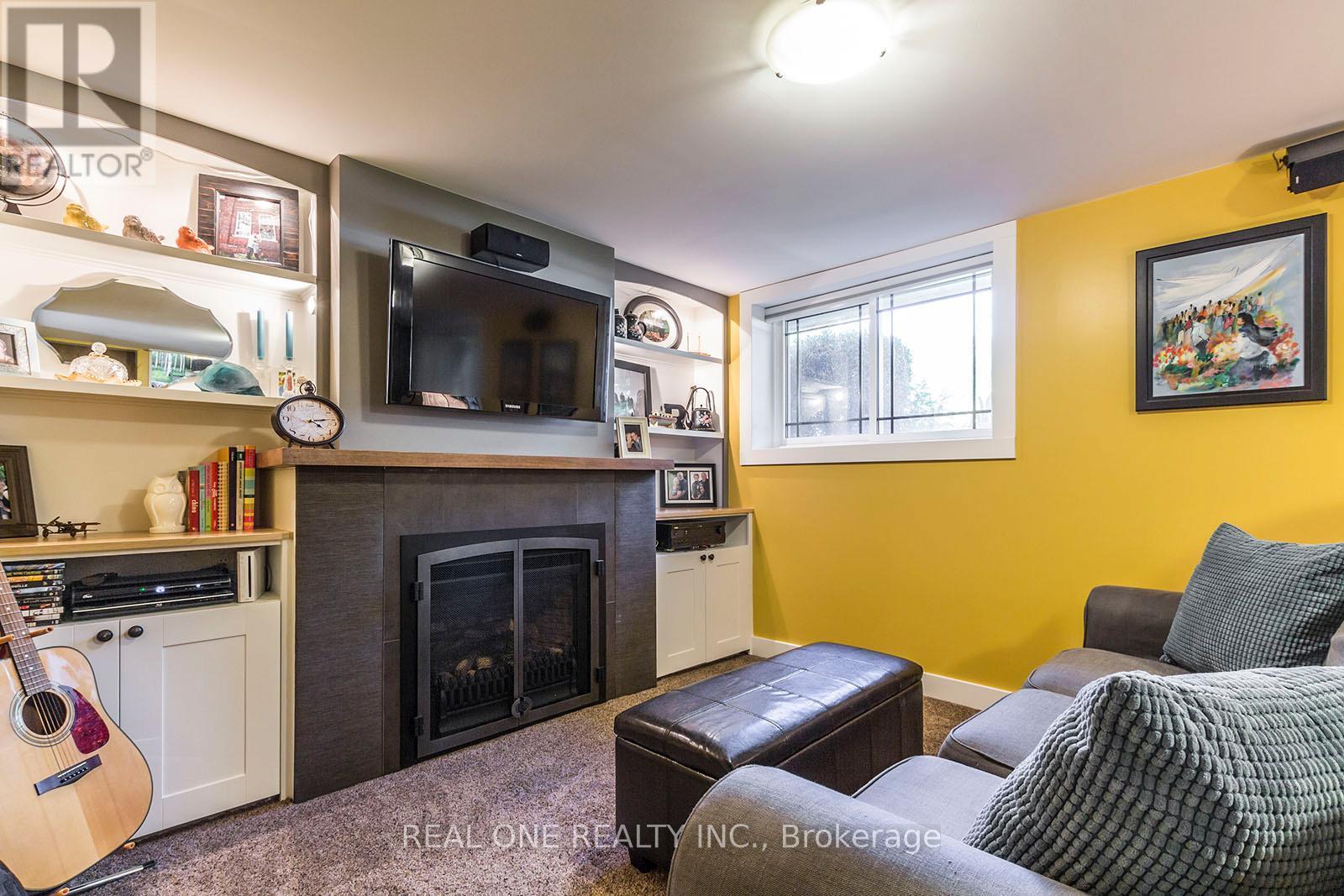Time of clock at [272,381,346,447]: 4:13
